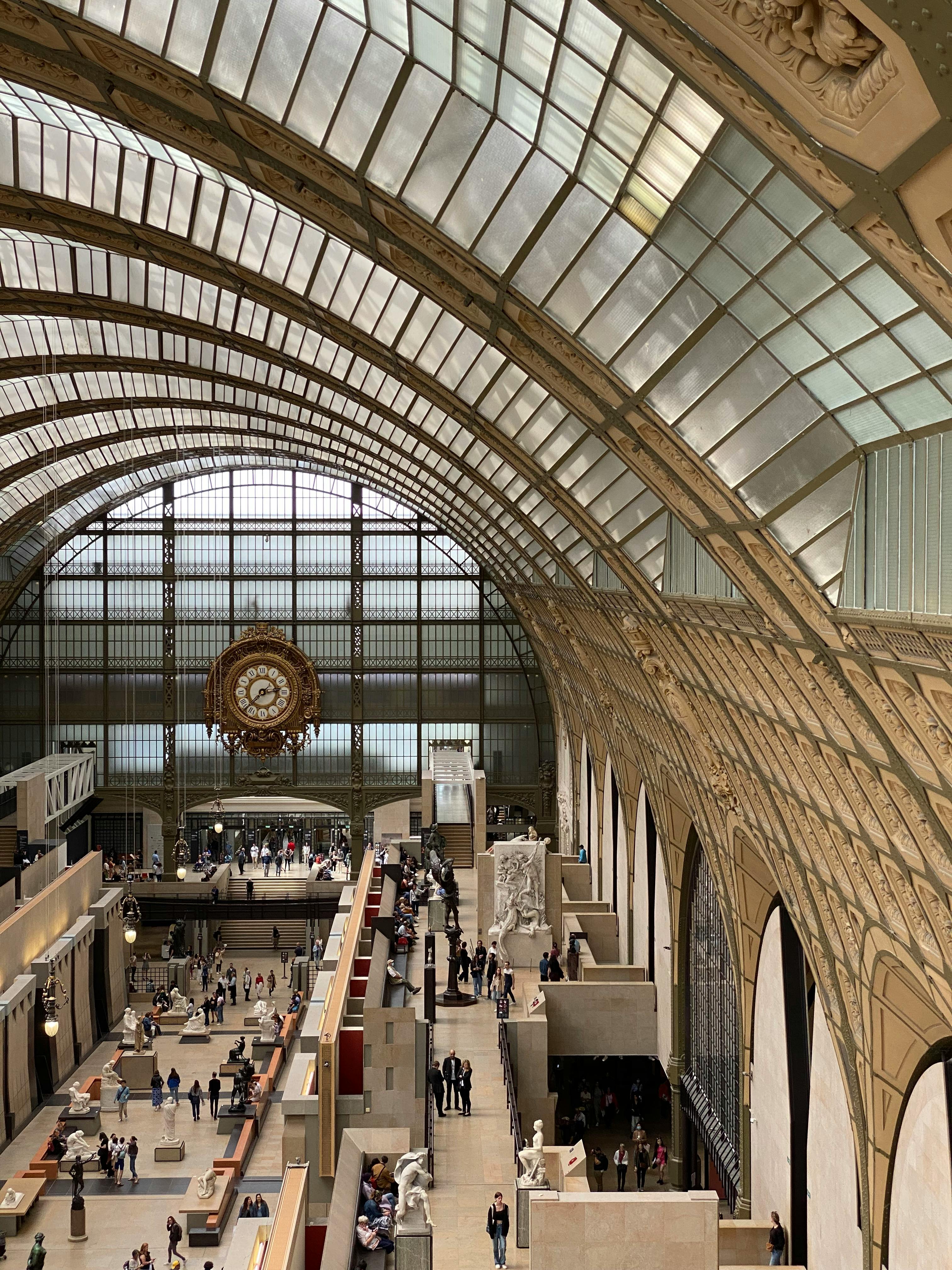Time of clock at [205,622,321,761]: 2:38
